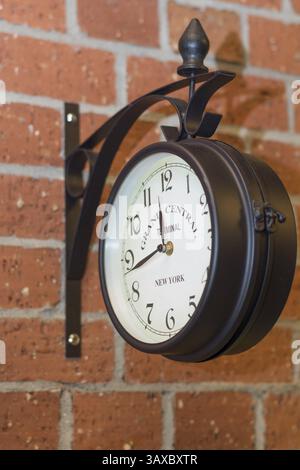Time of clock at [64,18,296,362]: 11:42
